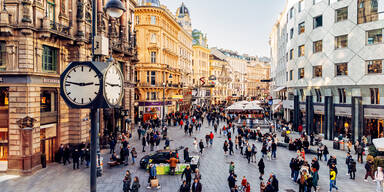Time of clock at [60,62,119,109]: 2:46
